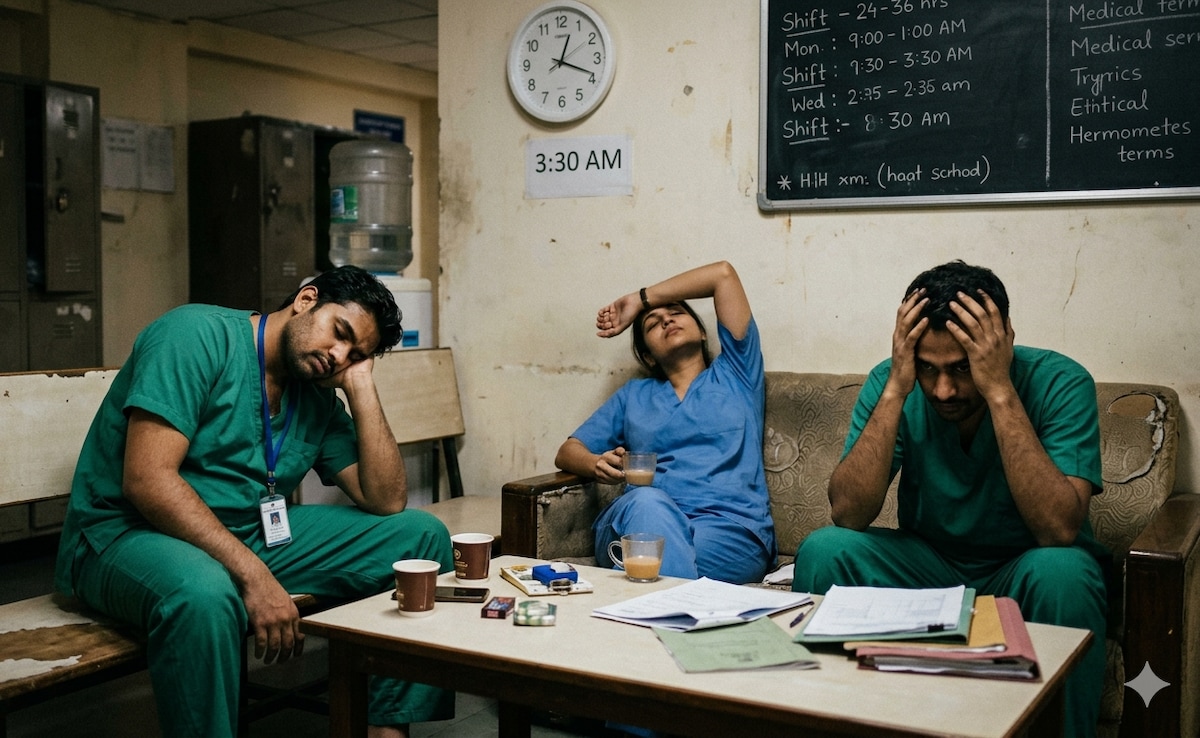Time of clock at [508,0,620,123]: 12:18
